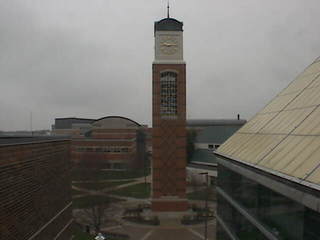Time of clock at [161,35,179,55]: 9:14
